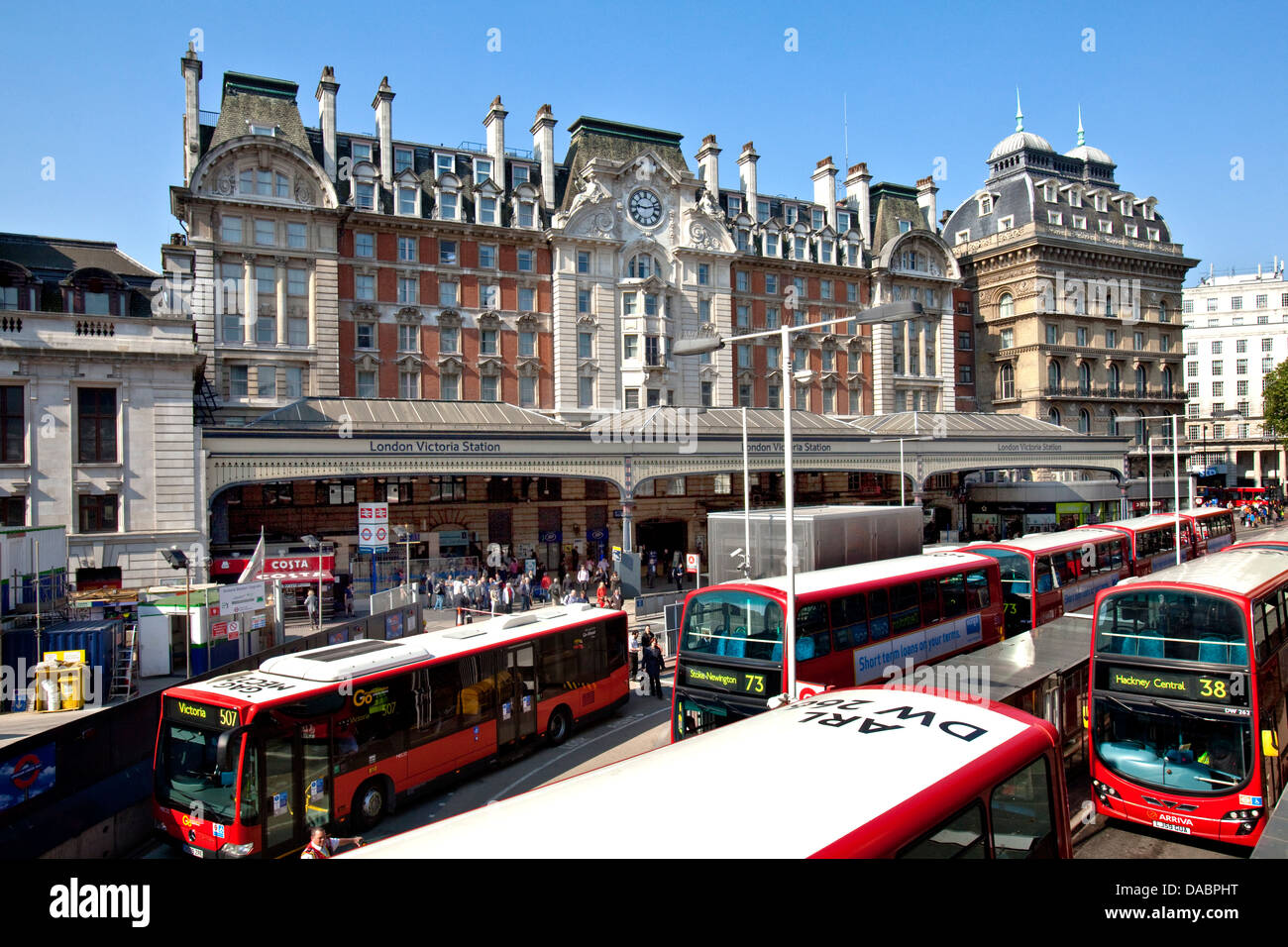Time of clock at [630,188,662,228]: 9:12
